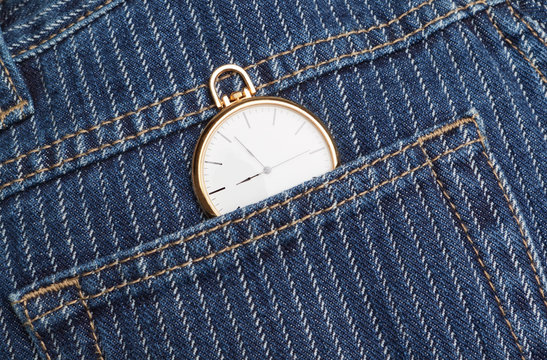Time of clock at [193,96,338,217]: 7:51
